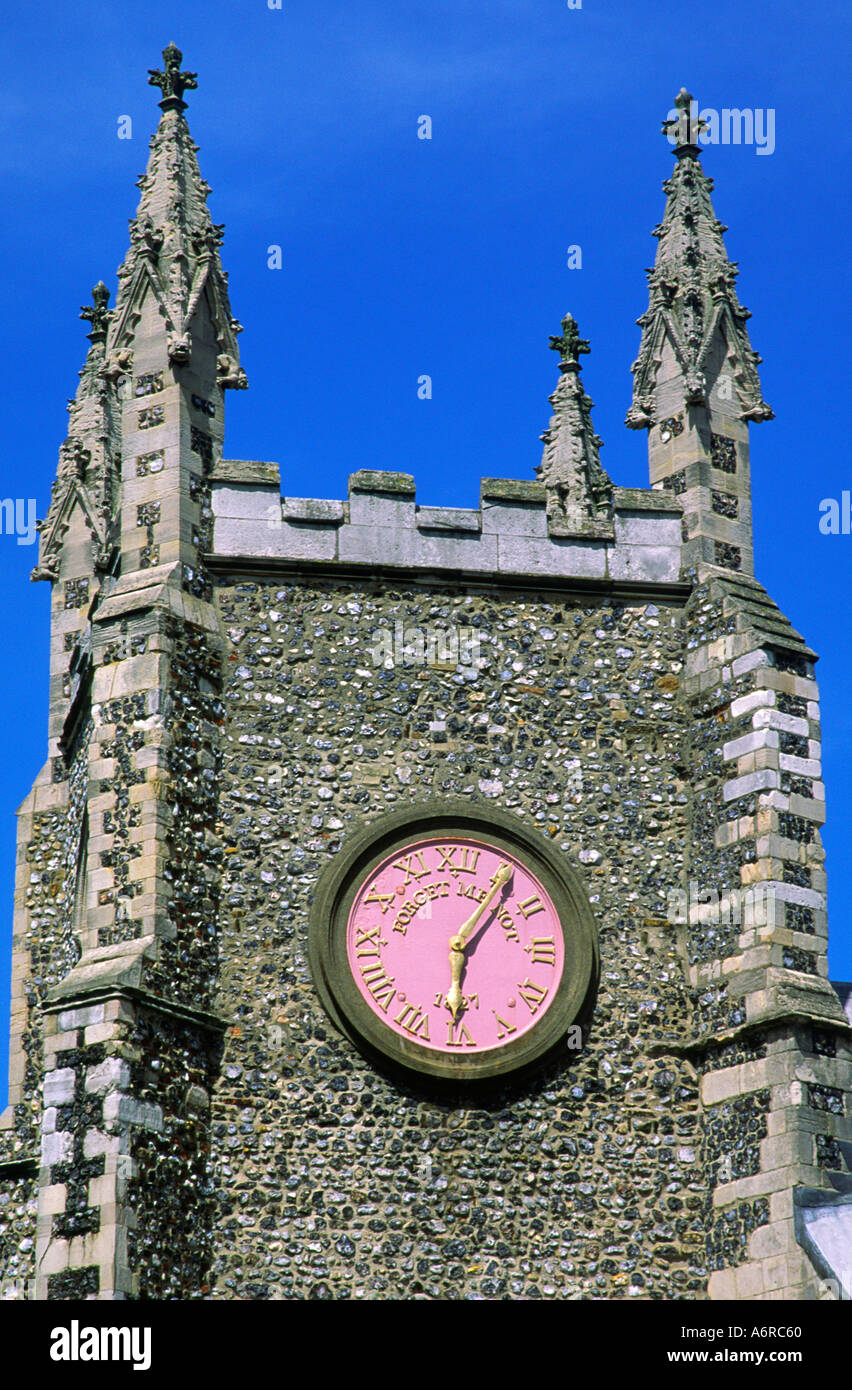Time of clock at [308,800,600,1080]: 6:06
